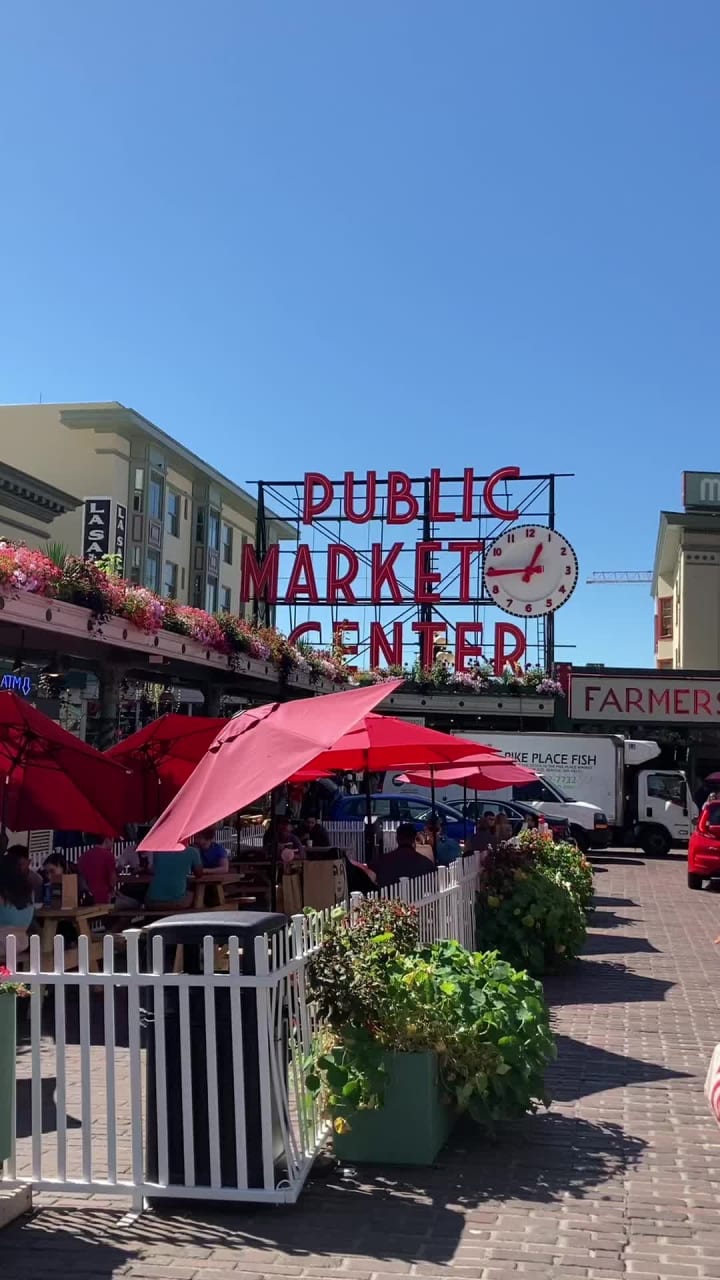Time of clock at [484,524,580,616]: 12:44
